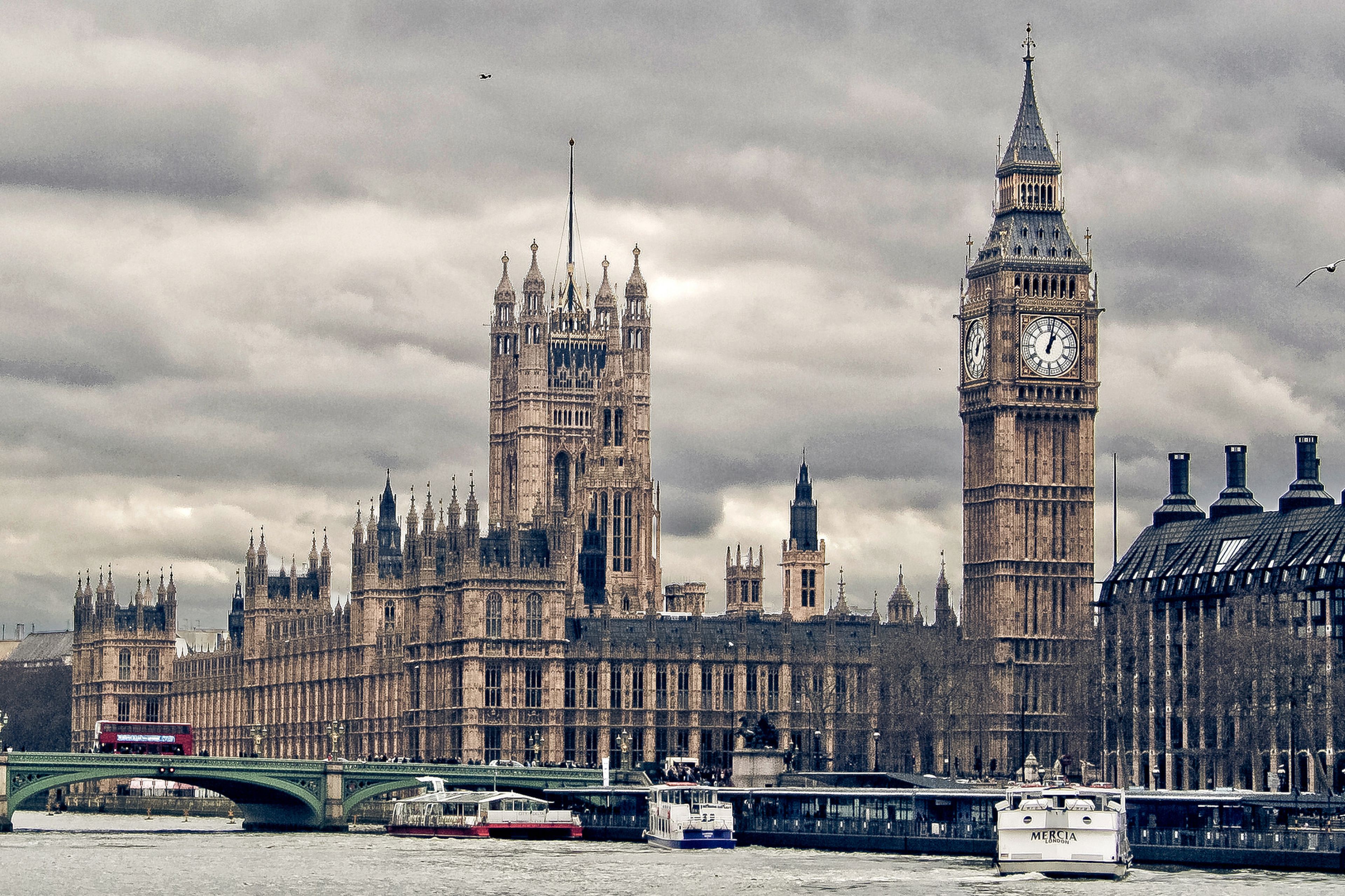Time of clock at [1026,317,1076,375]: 1:02
